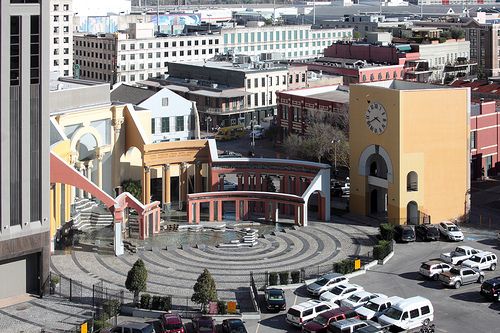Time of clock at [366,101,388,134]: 3:40
